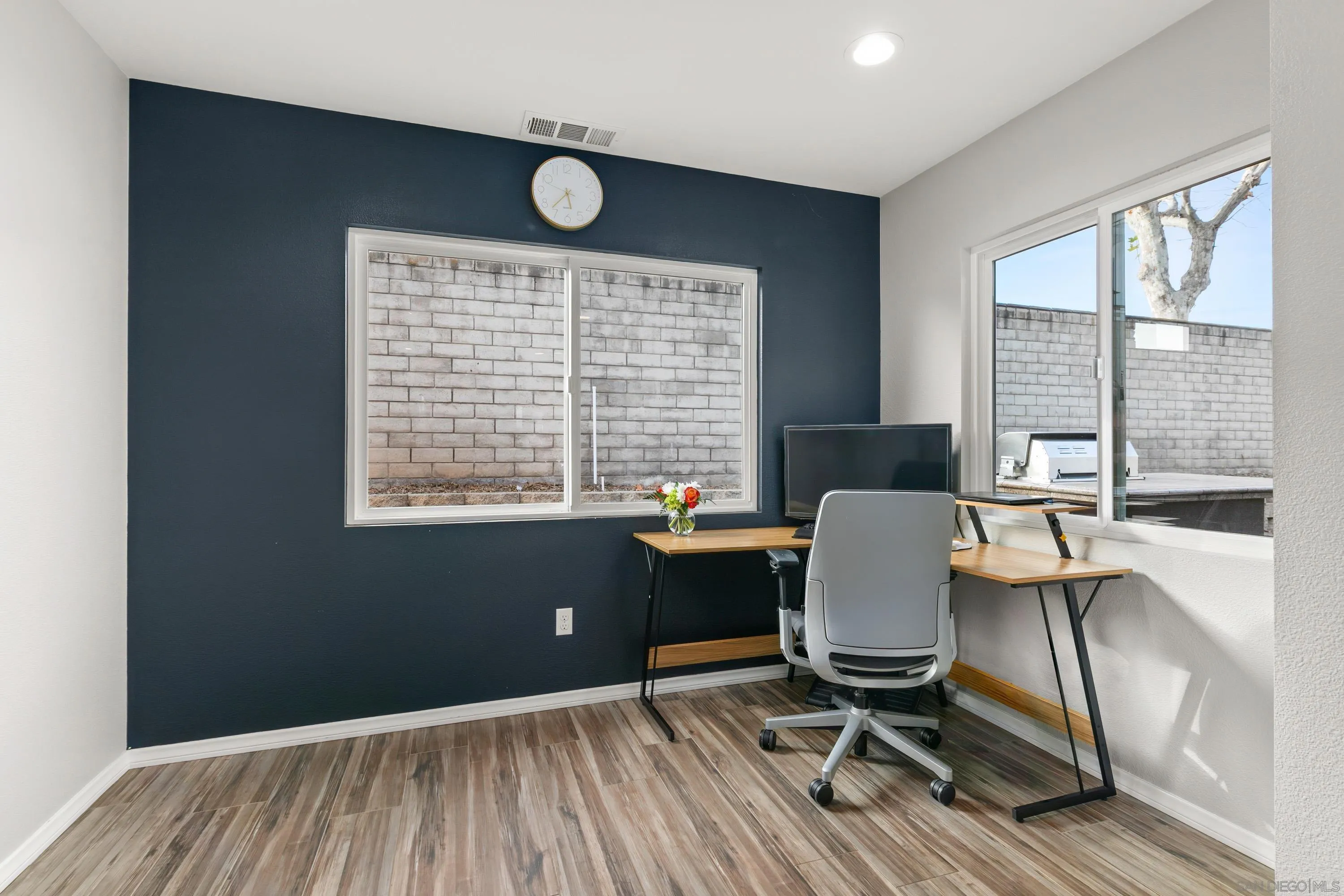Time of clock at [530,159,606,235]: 5:37
